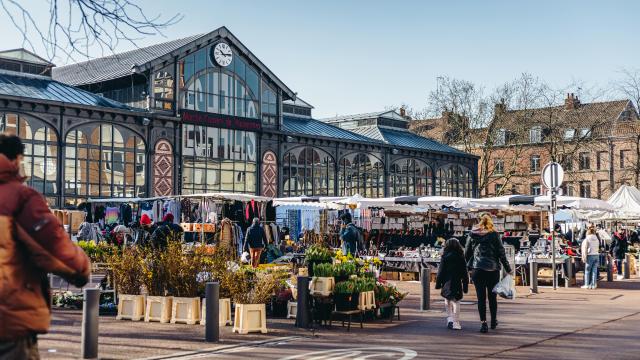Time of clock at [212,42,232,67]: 10:13
